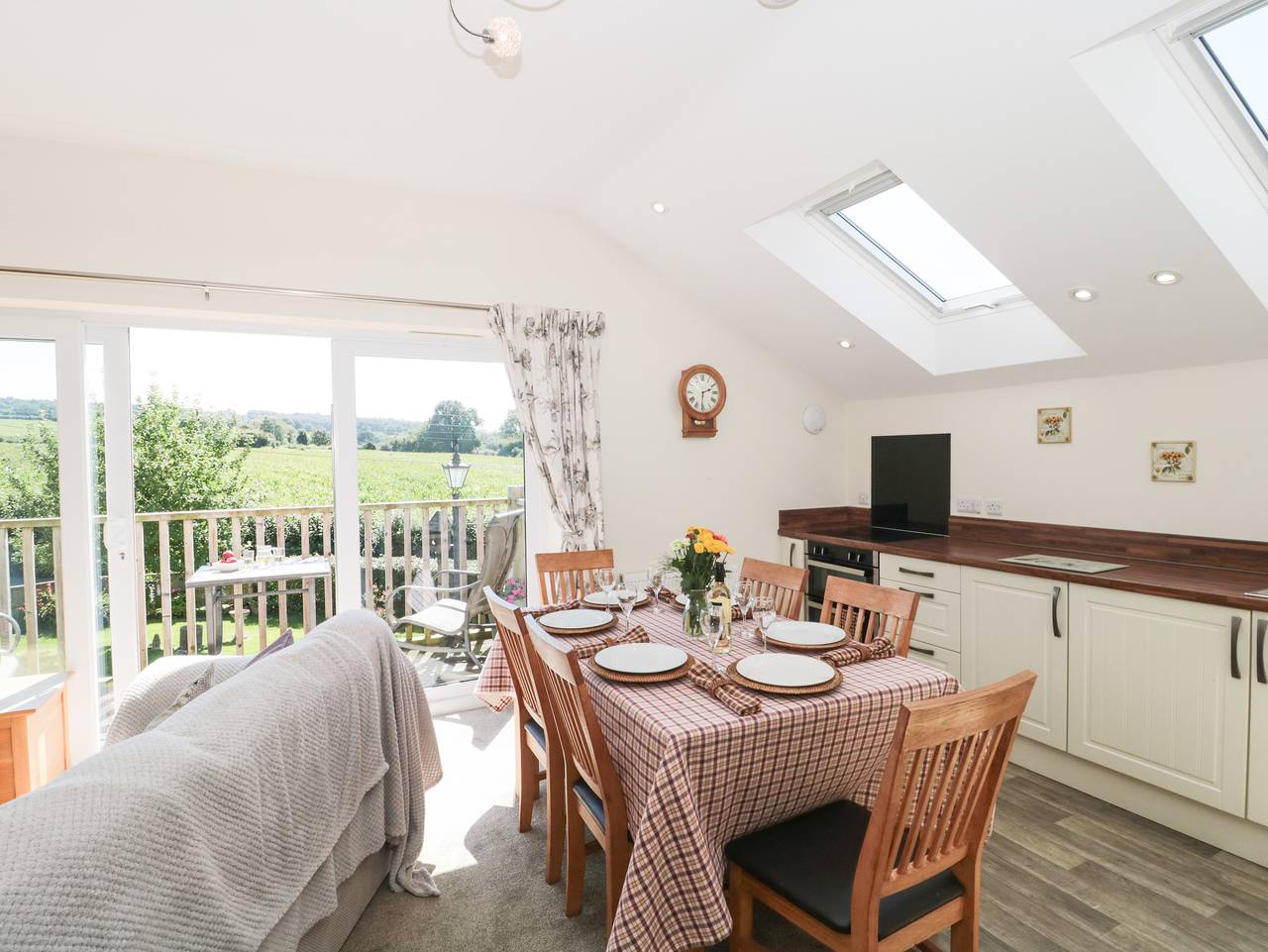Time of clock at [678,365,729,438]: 2:30
